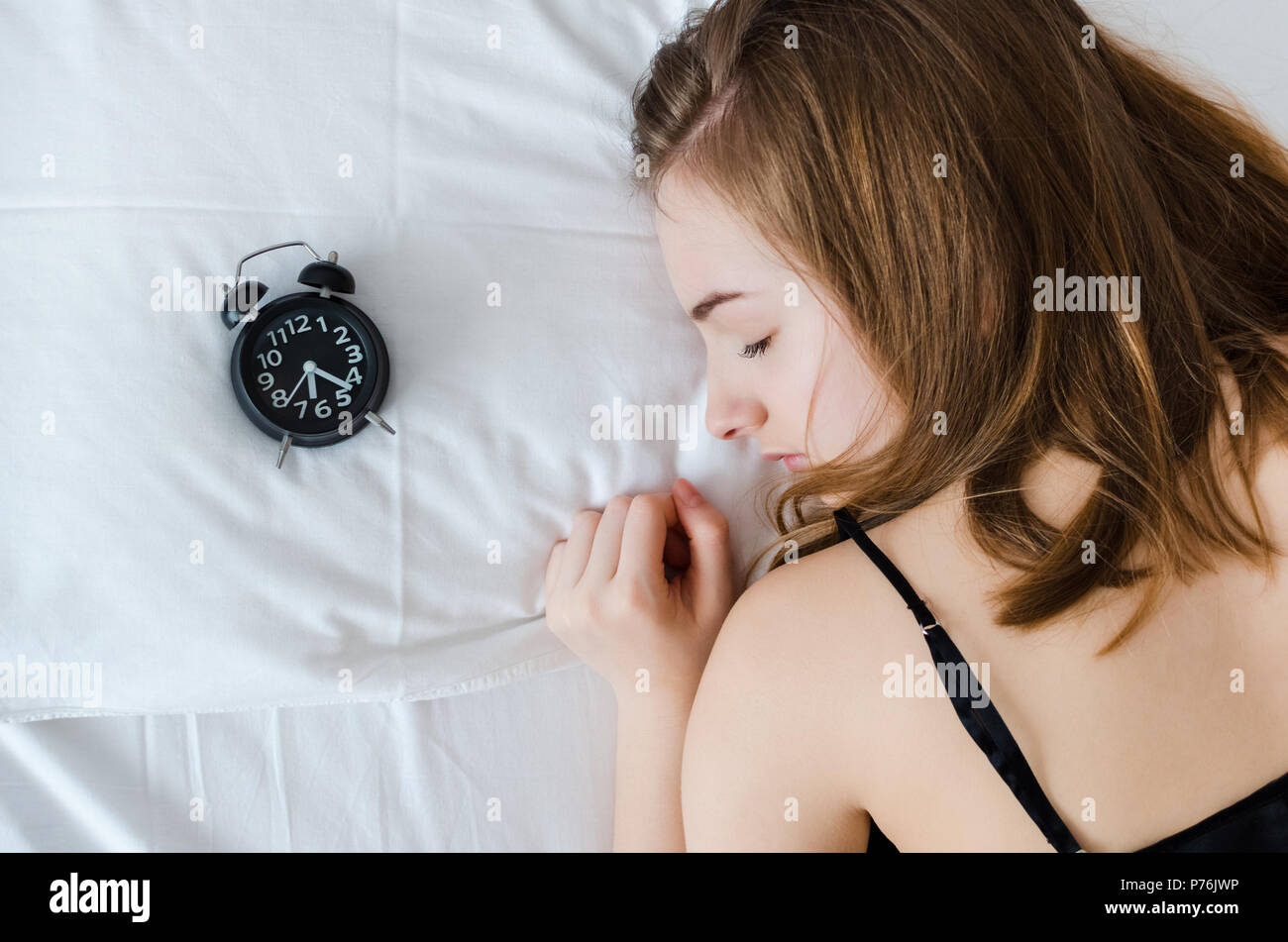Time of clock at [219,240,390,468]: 6:21
